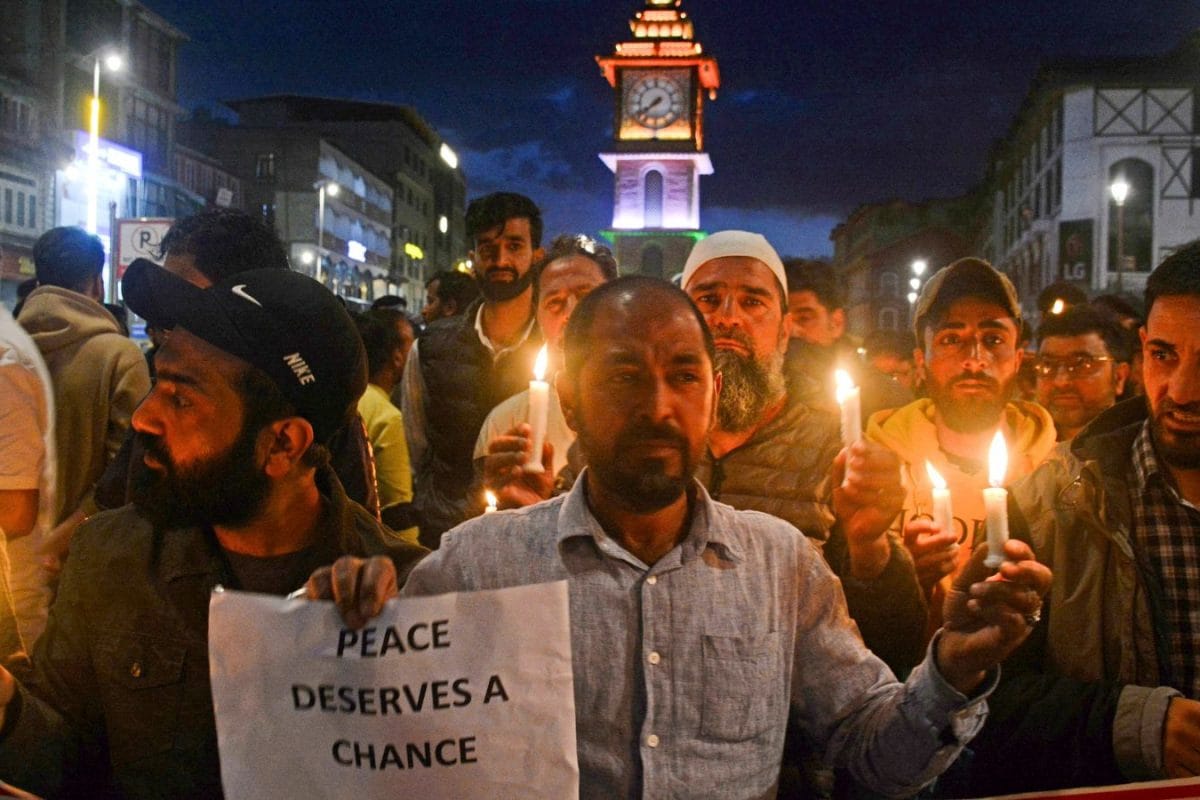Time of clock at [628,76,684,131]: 7:38
